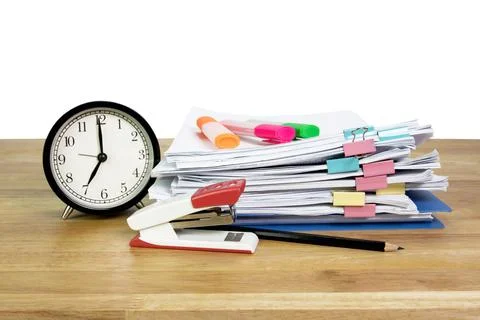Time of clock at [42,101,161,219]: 6:59
